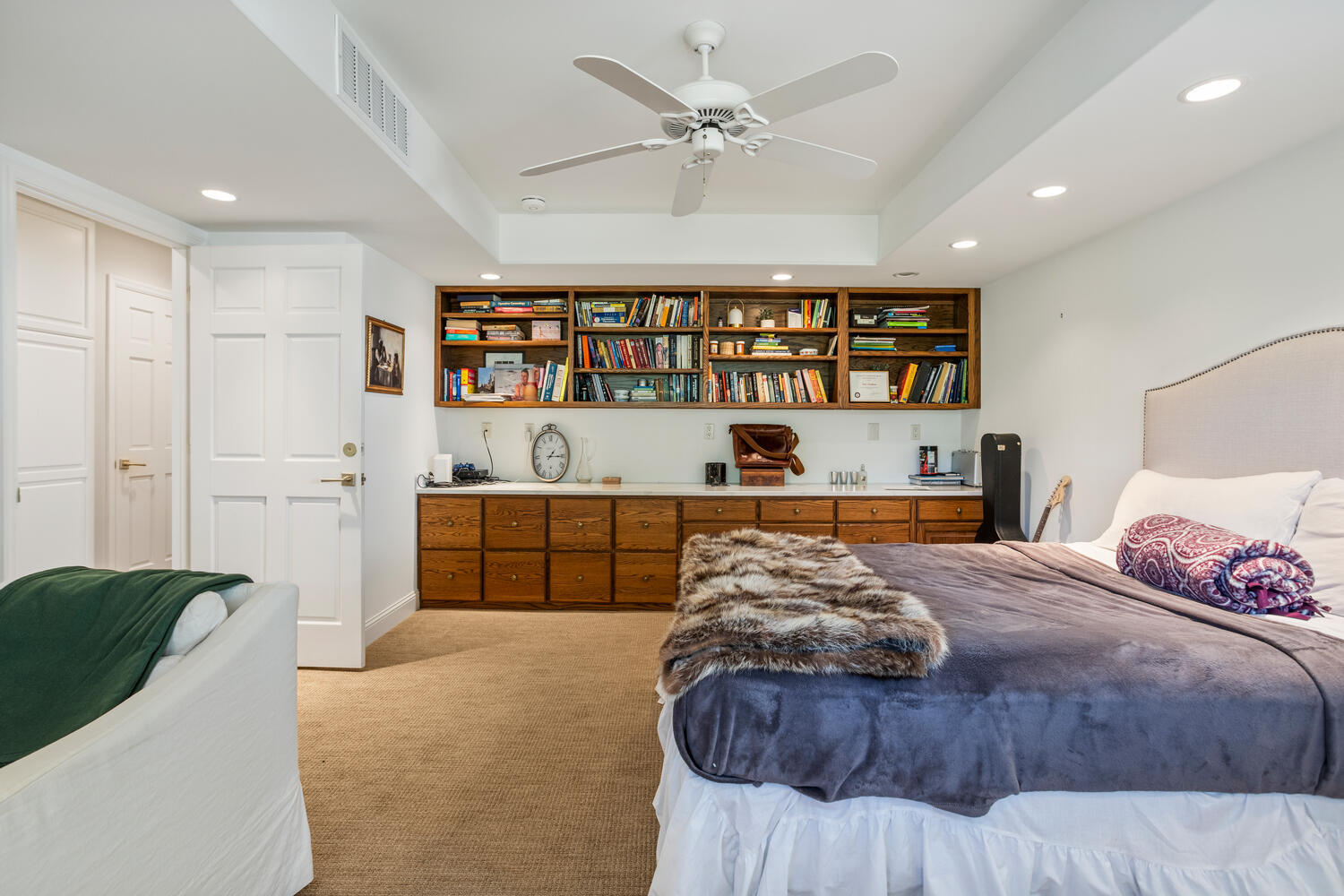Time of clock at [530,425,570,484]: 1:15
